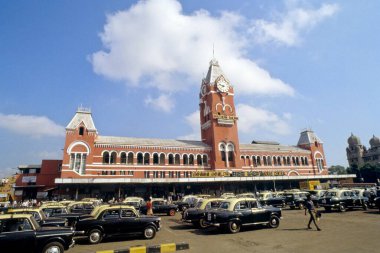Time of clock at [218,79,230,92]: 9:38
